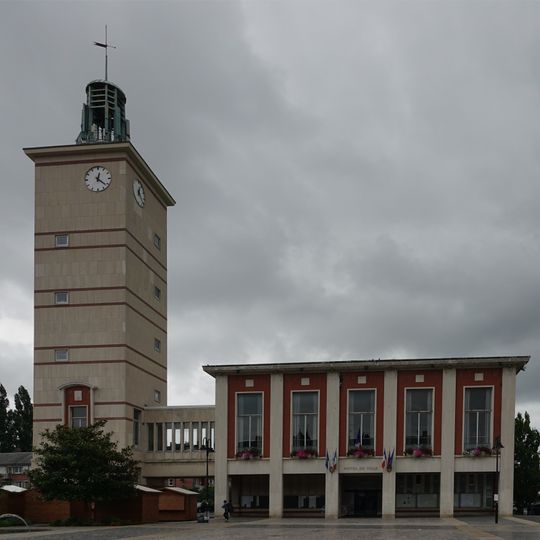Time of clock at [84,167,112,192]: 12:21
